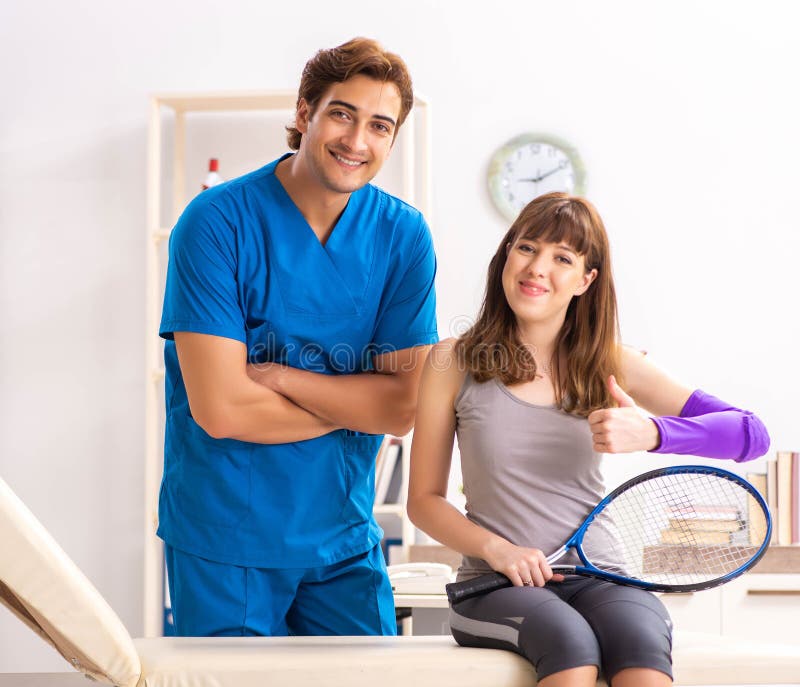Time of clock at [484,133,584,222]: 9:10
